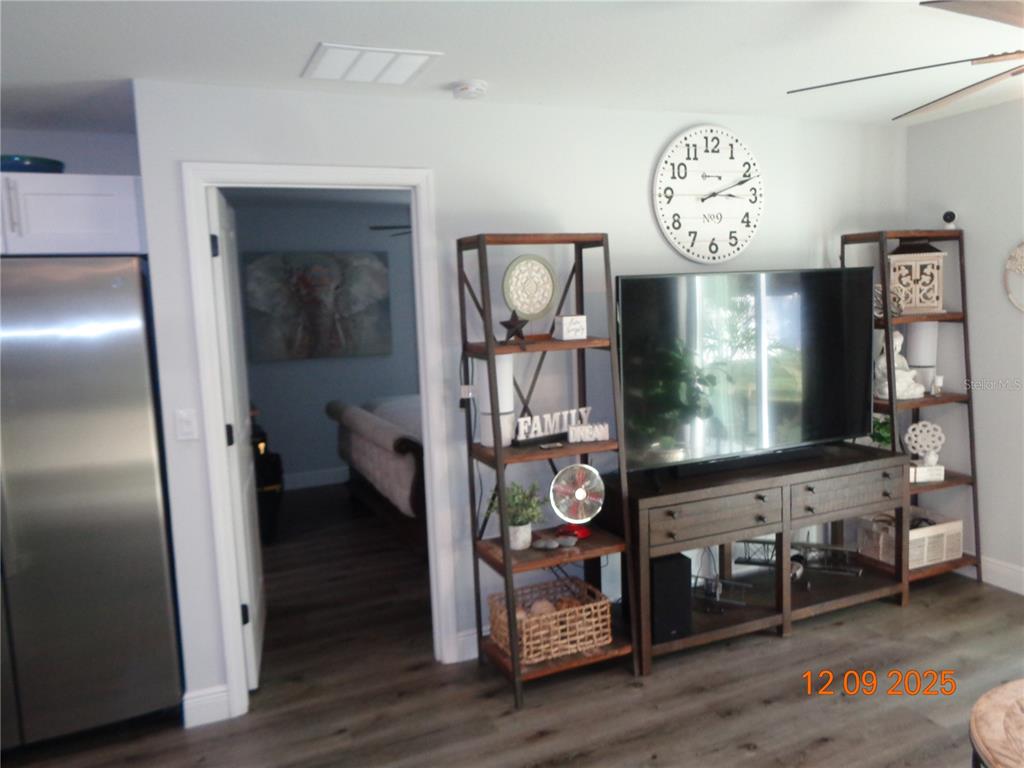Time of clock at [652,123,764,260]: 3:11
